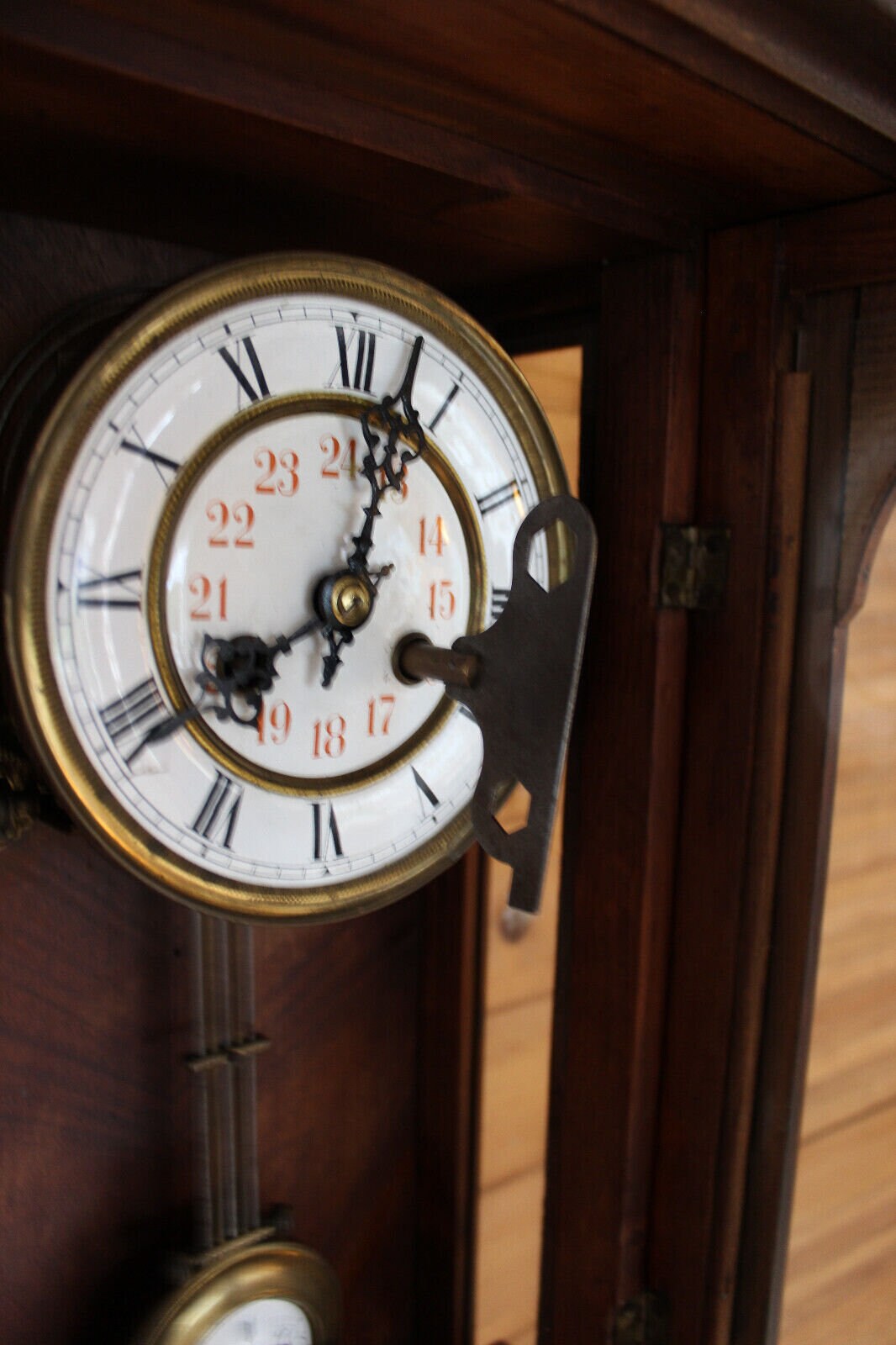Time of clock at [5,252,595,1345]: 8:02
